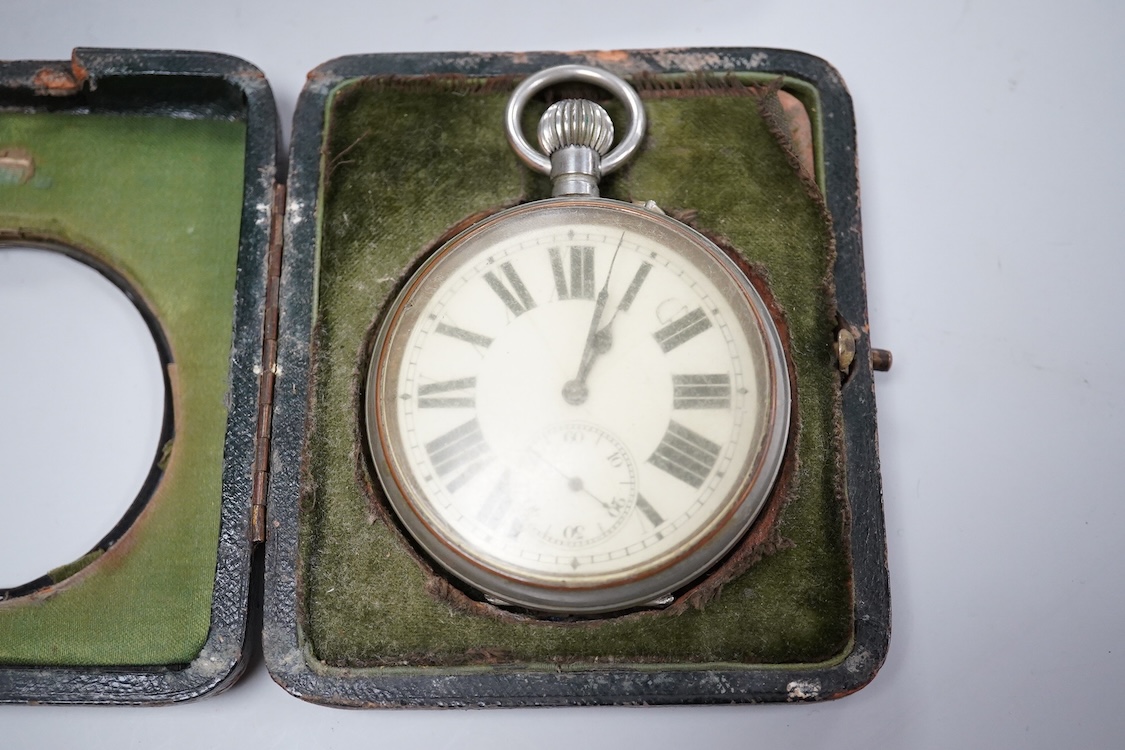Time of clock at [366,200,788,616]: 1:02
